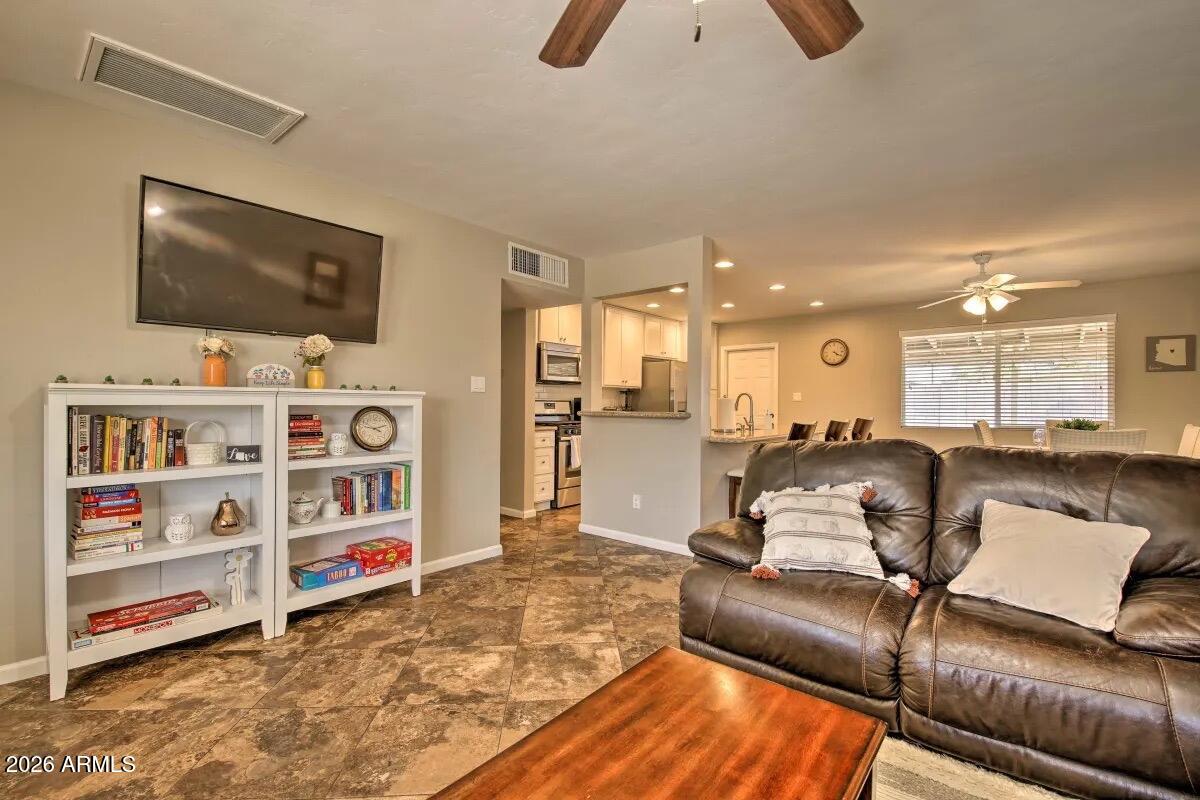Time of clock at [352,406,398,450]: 9:11
